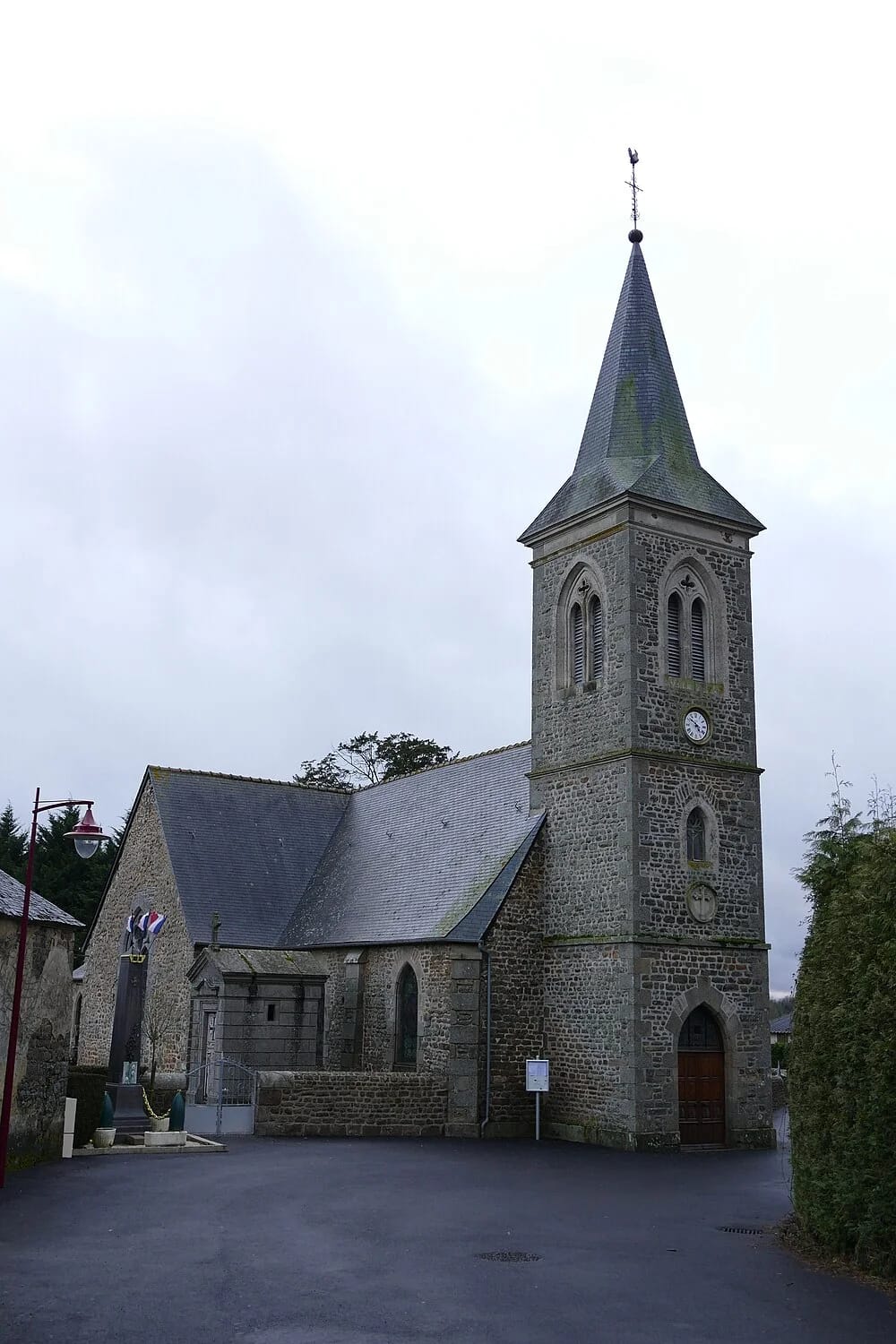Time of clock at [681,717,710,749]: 4:51
